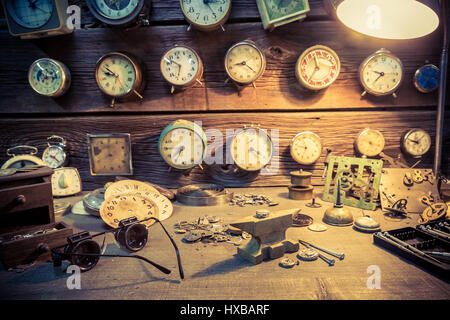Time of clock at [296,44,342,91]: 11:36
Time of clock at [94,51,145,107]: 8:48
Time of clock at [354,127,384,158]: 5:18
